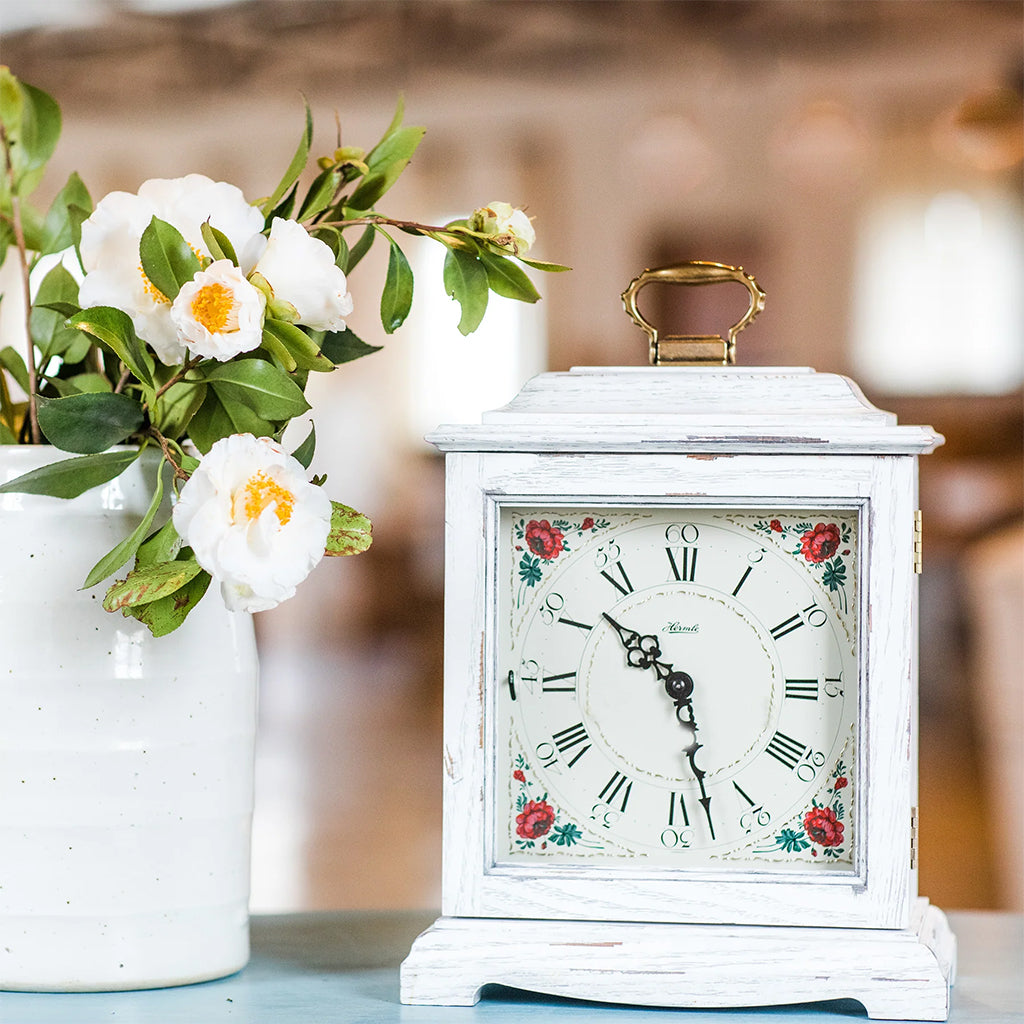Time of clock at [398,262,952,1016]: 10:28
